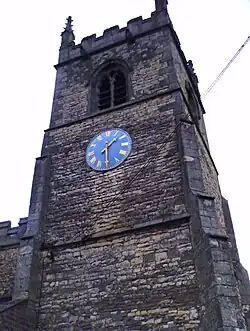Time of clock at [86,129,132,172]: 1:29
